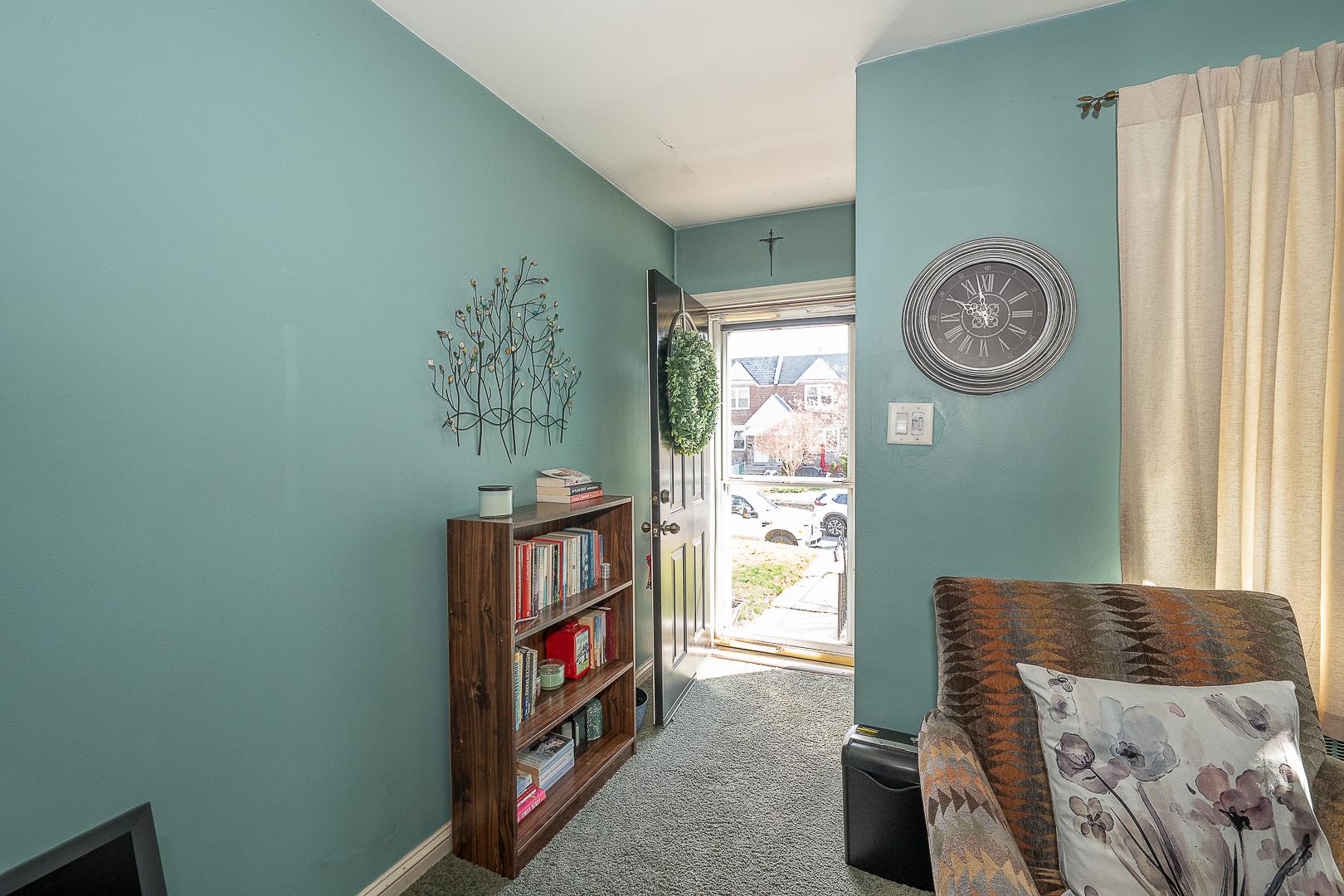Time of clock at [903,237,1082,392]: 9:57
